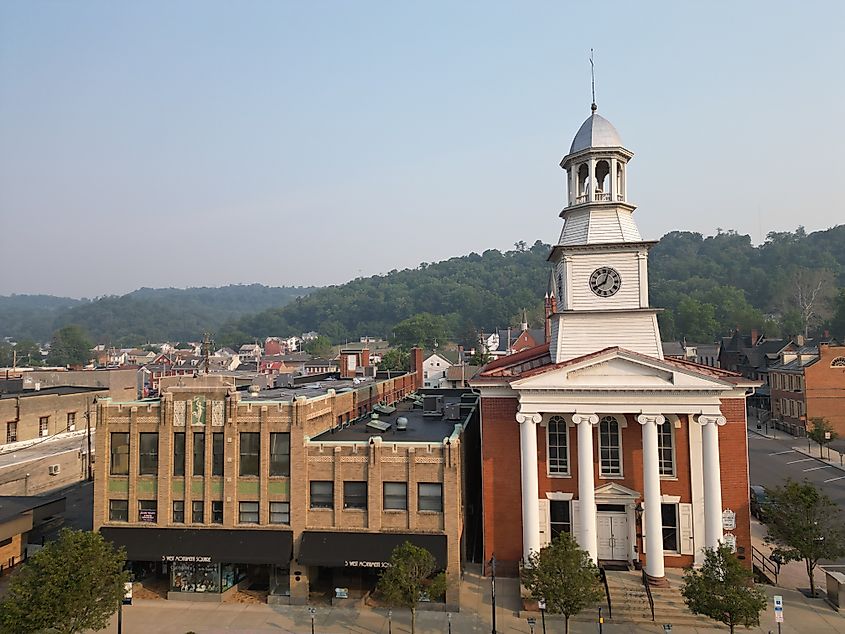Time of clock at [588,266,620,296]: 8:03
